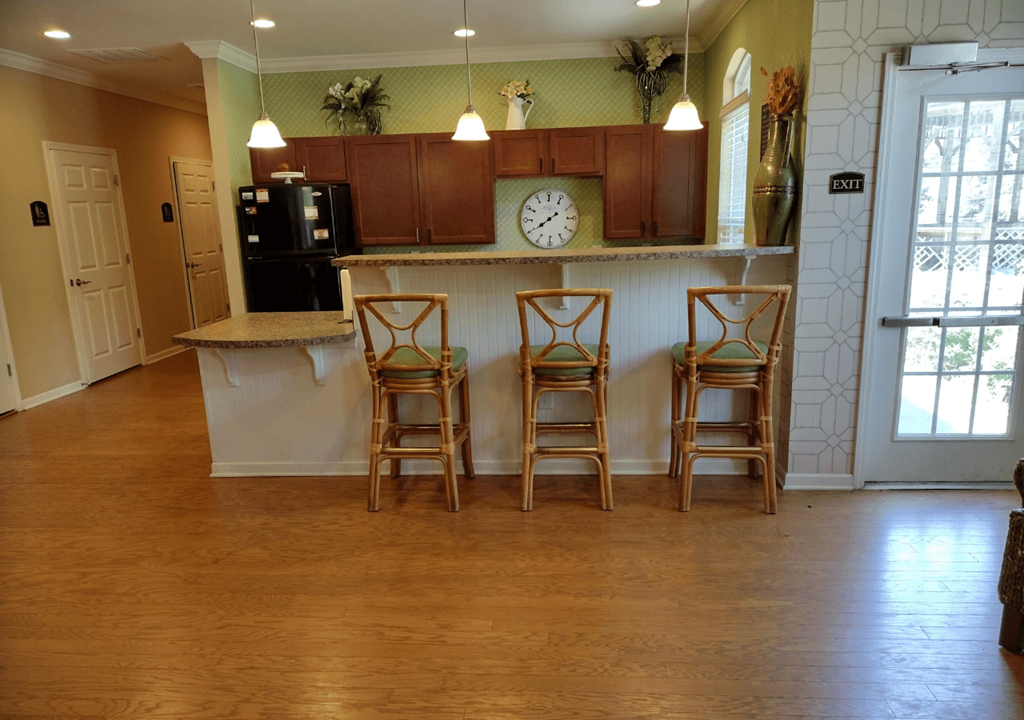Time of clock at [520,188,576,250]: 7:39
